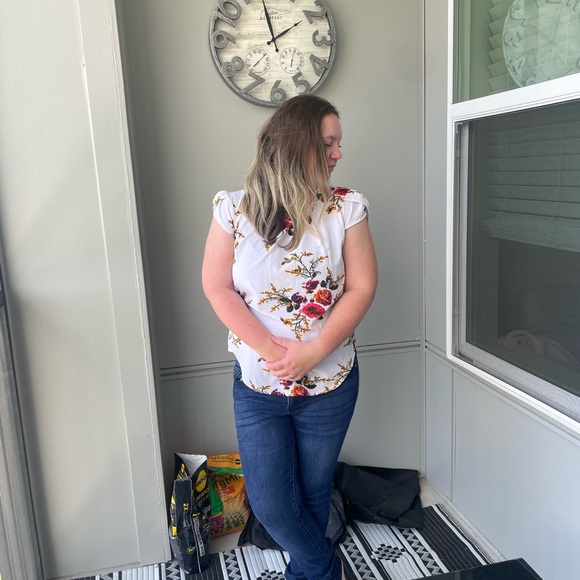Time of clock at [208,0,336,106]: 1:57
